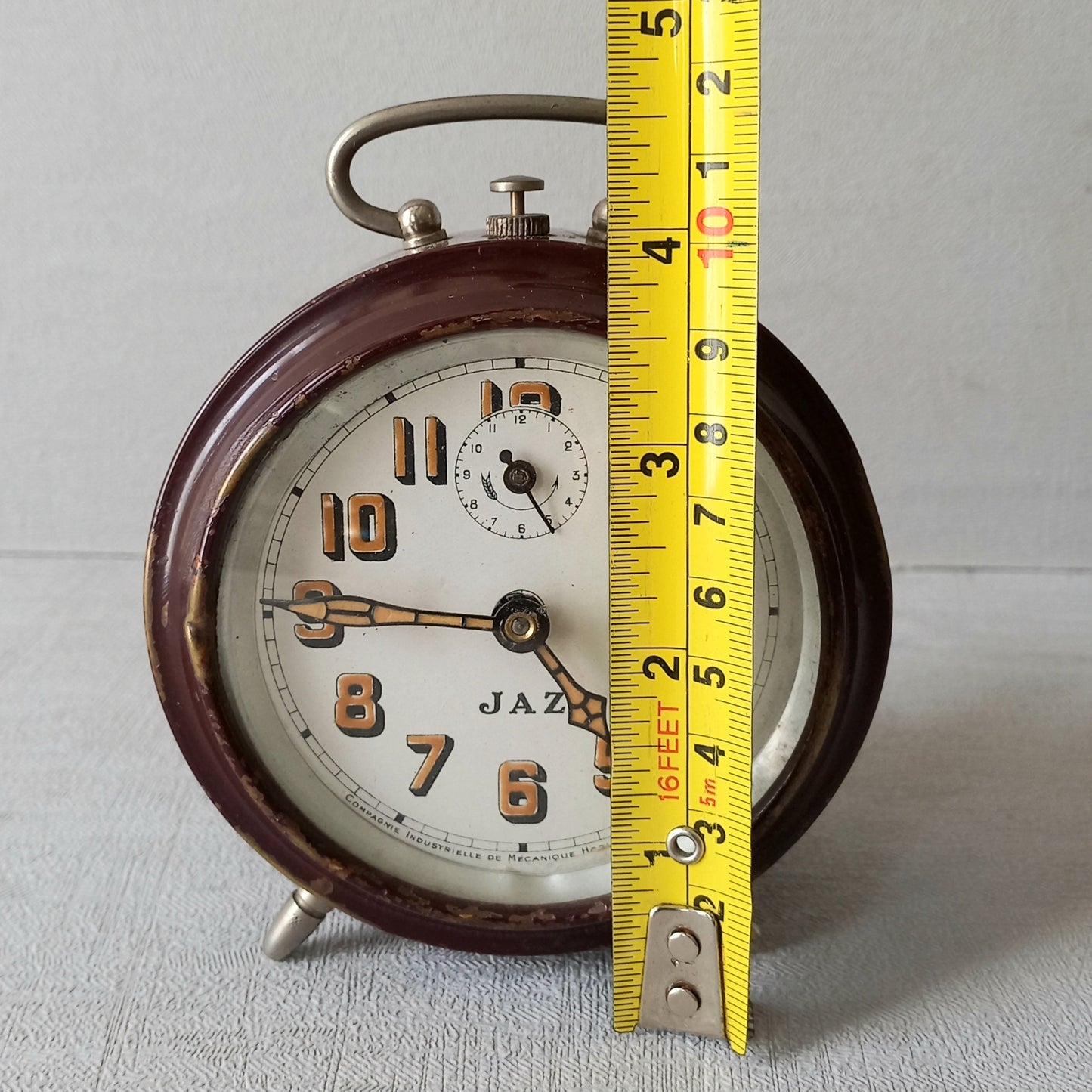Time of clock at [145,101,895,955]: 4:45
